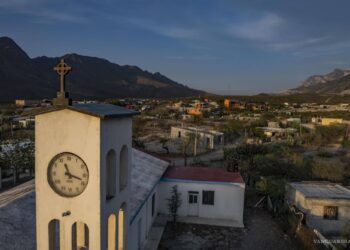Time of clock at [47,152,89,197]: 11:18
